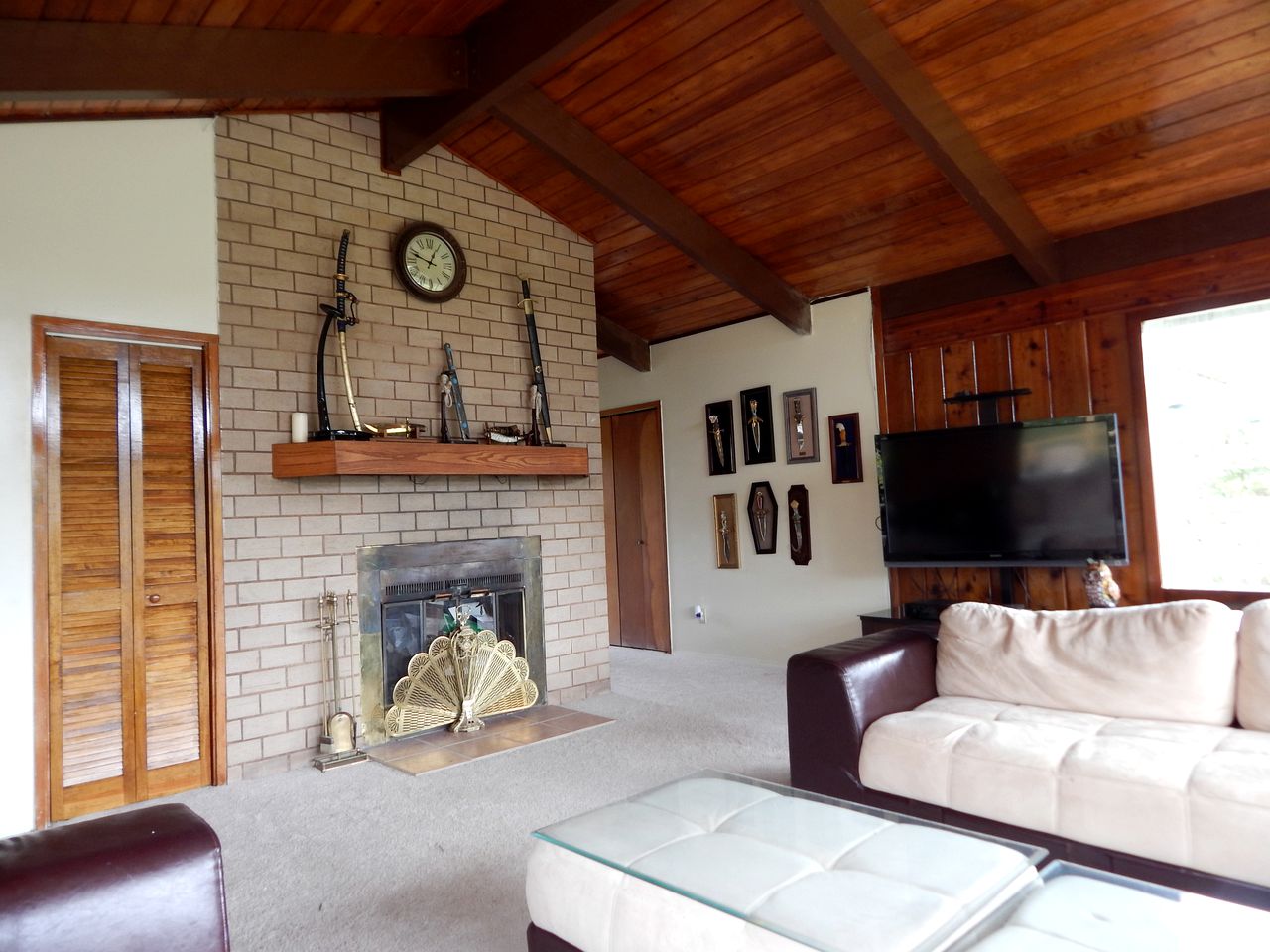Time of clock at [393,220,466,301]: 12:47
